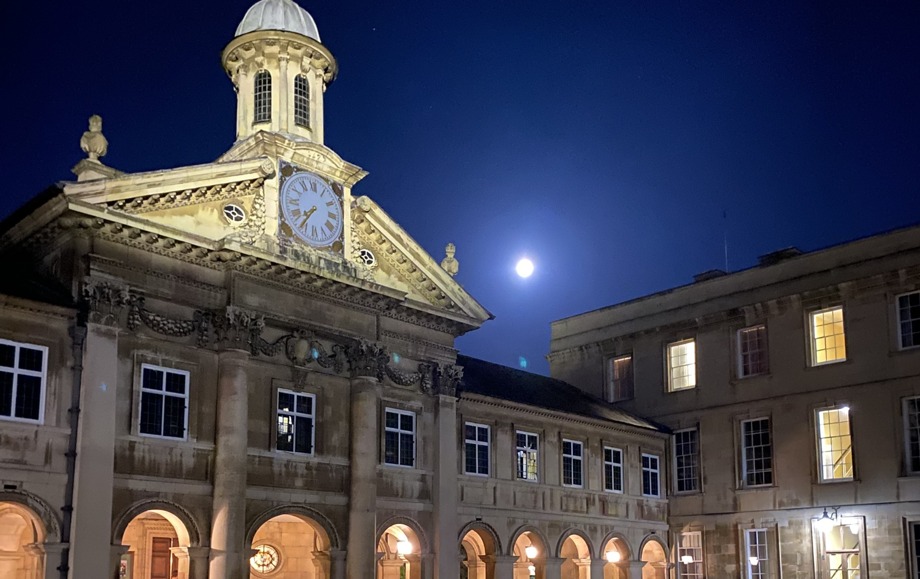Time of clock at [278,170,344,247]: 7:35
